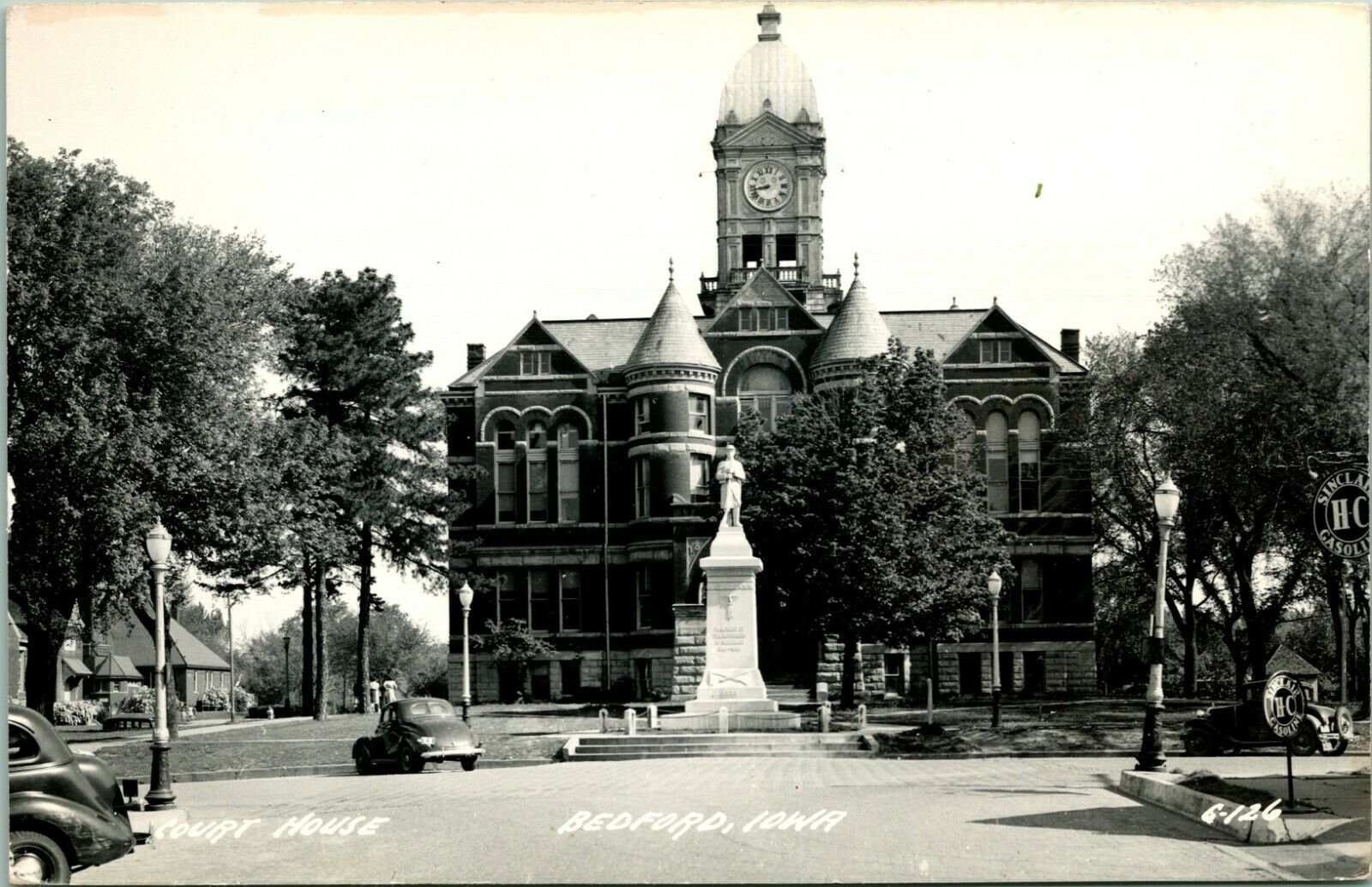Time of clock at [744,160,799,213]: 8:42
